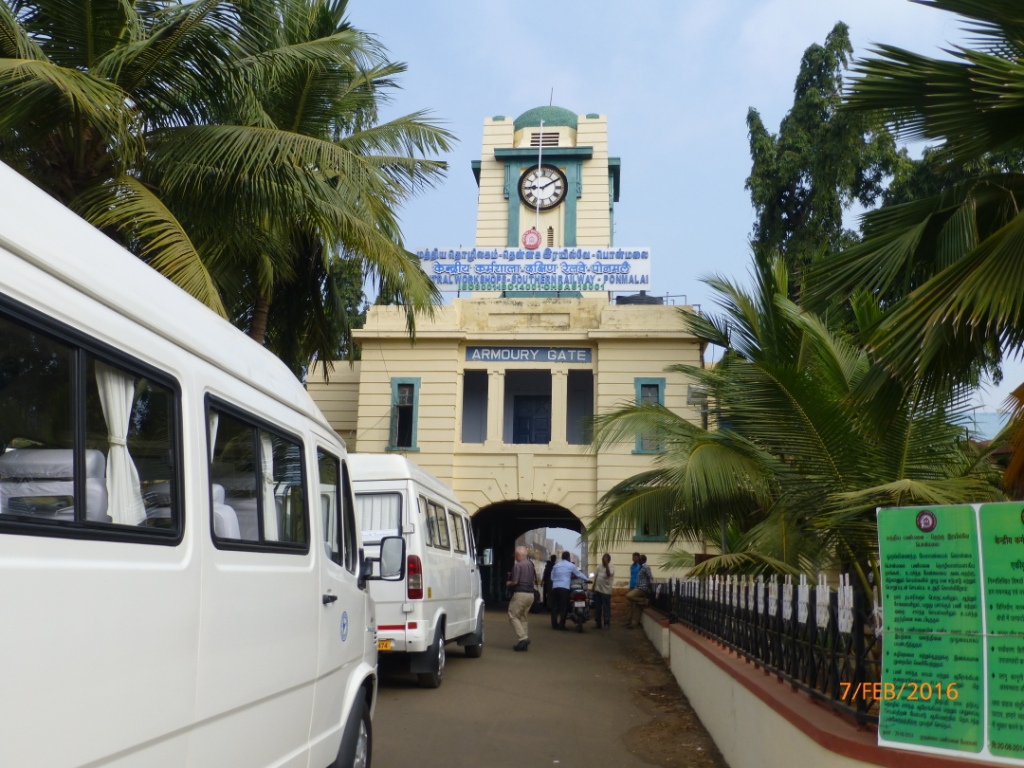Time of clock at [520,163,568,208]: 9:09
